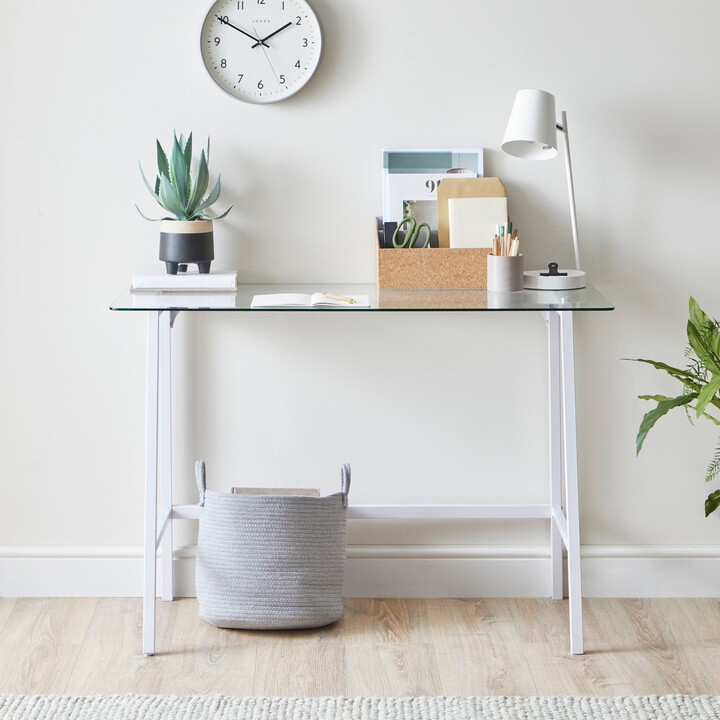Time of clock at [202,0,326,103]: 1:49
